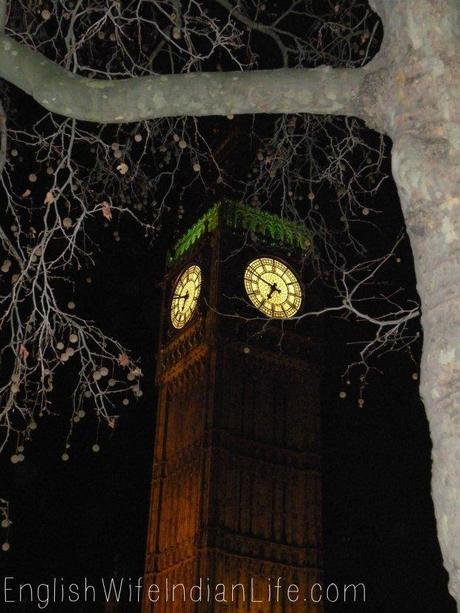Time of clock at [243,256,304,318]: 6:48
